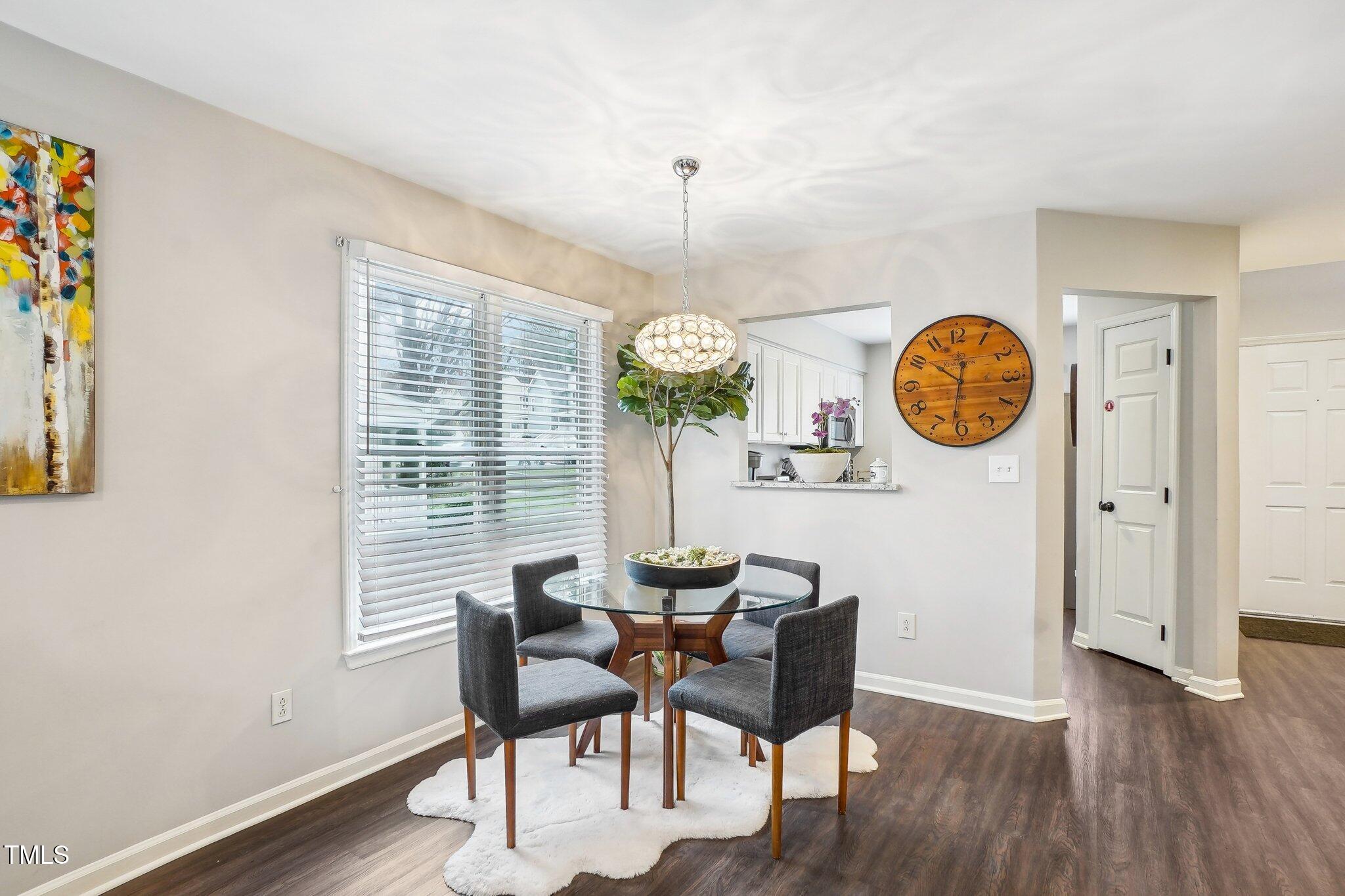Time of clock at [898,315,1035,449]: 10:31
